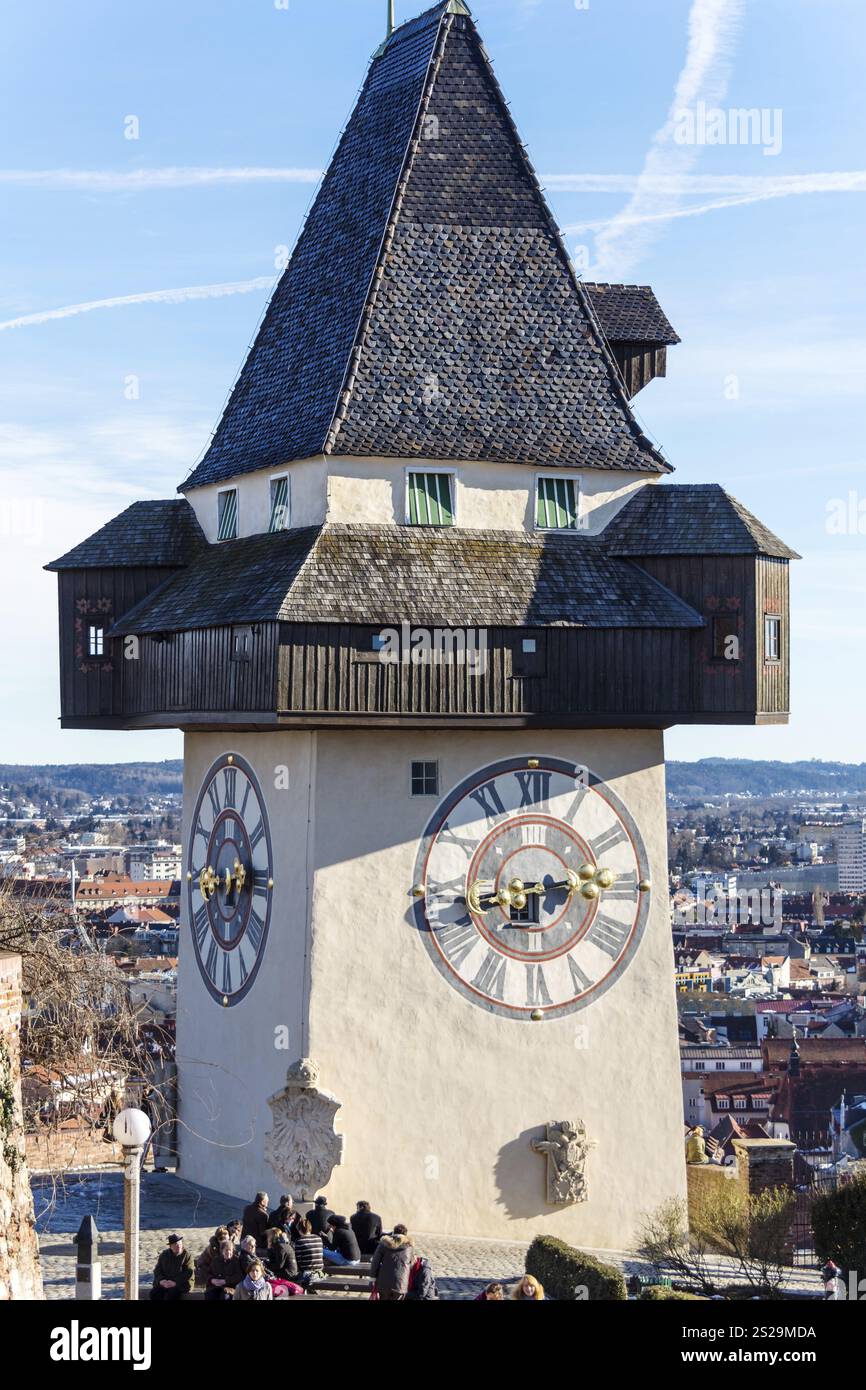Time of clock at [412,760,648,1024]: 2:42
